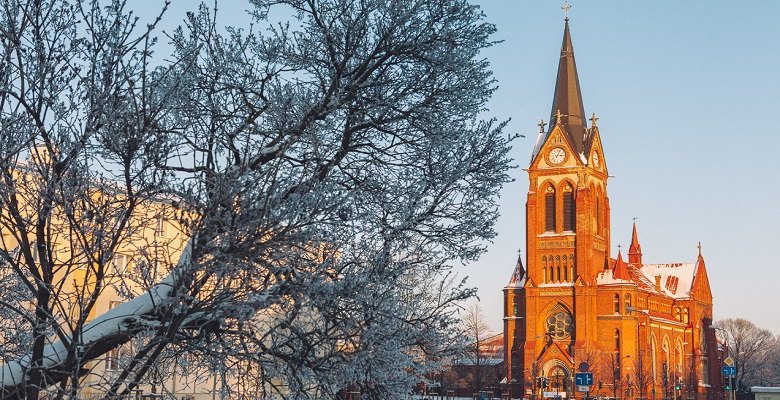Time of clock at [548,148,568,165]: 3:04
